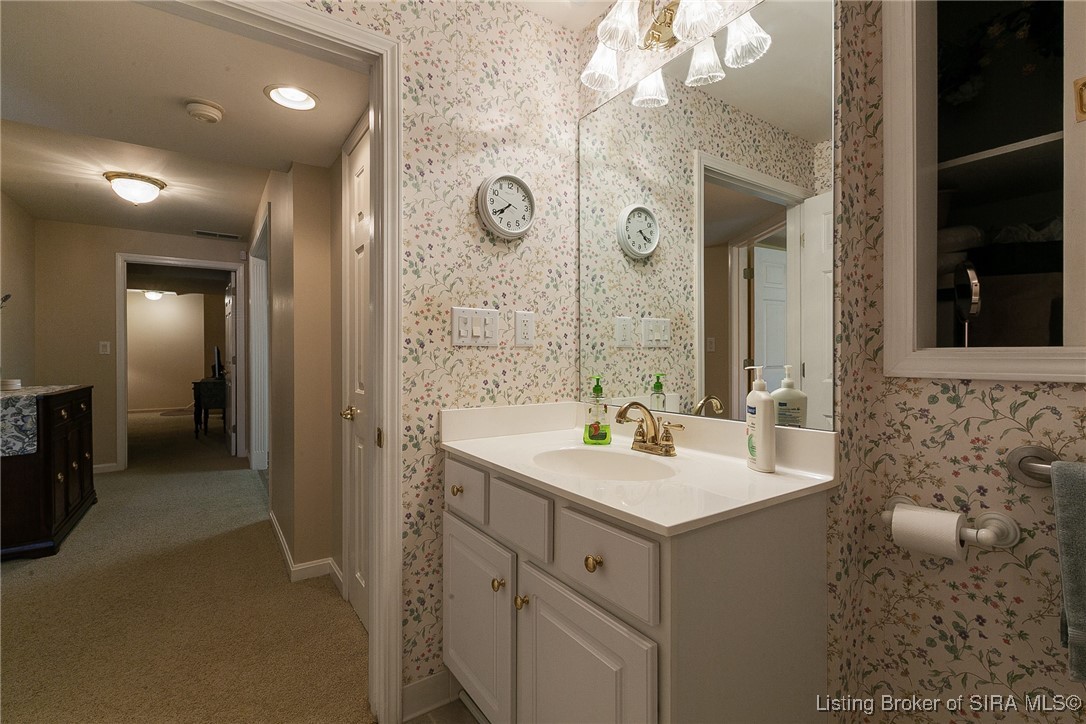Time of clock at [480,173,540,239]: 7:39
